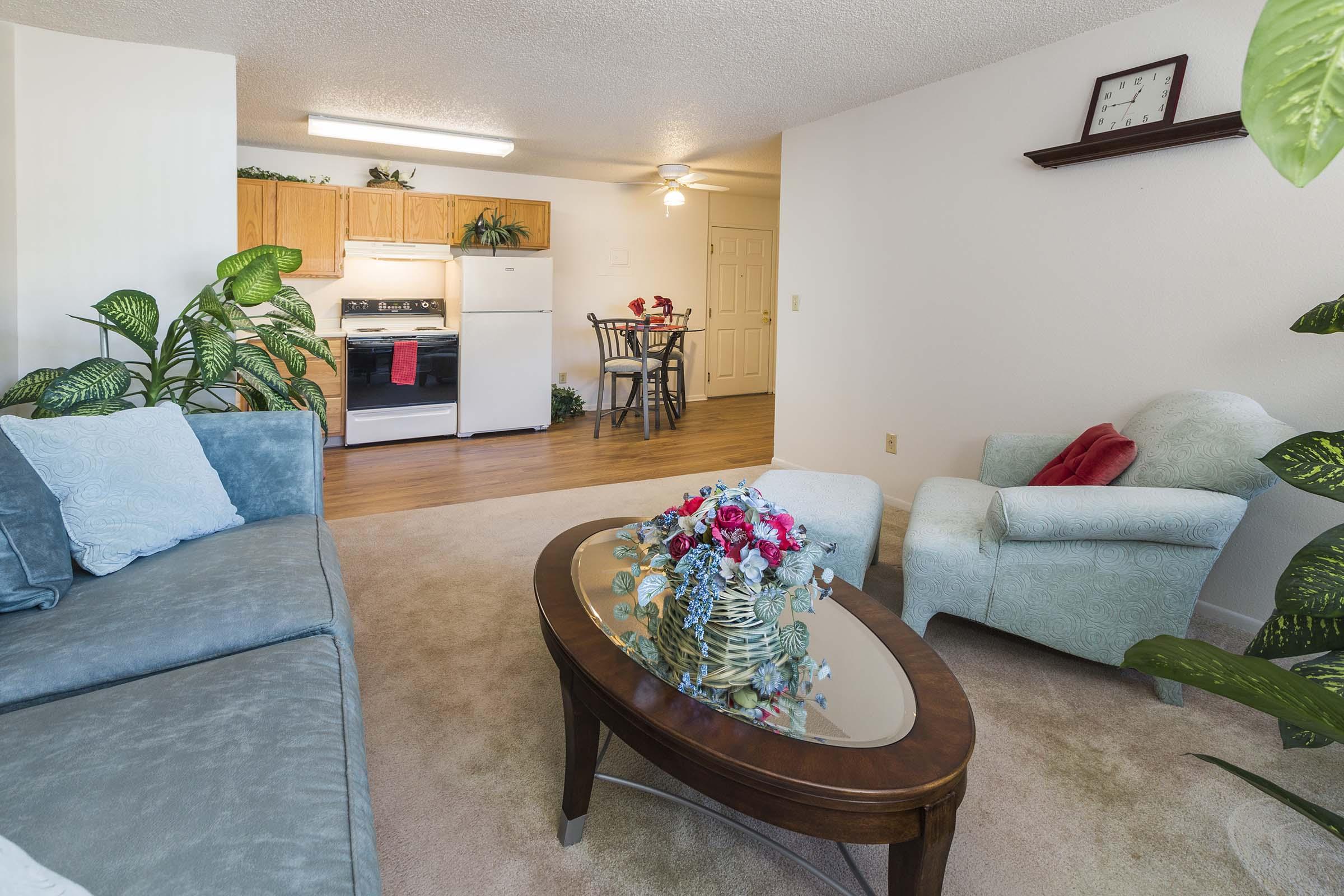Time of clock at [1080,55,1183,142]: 12:45
